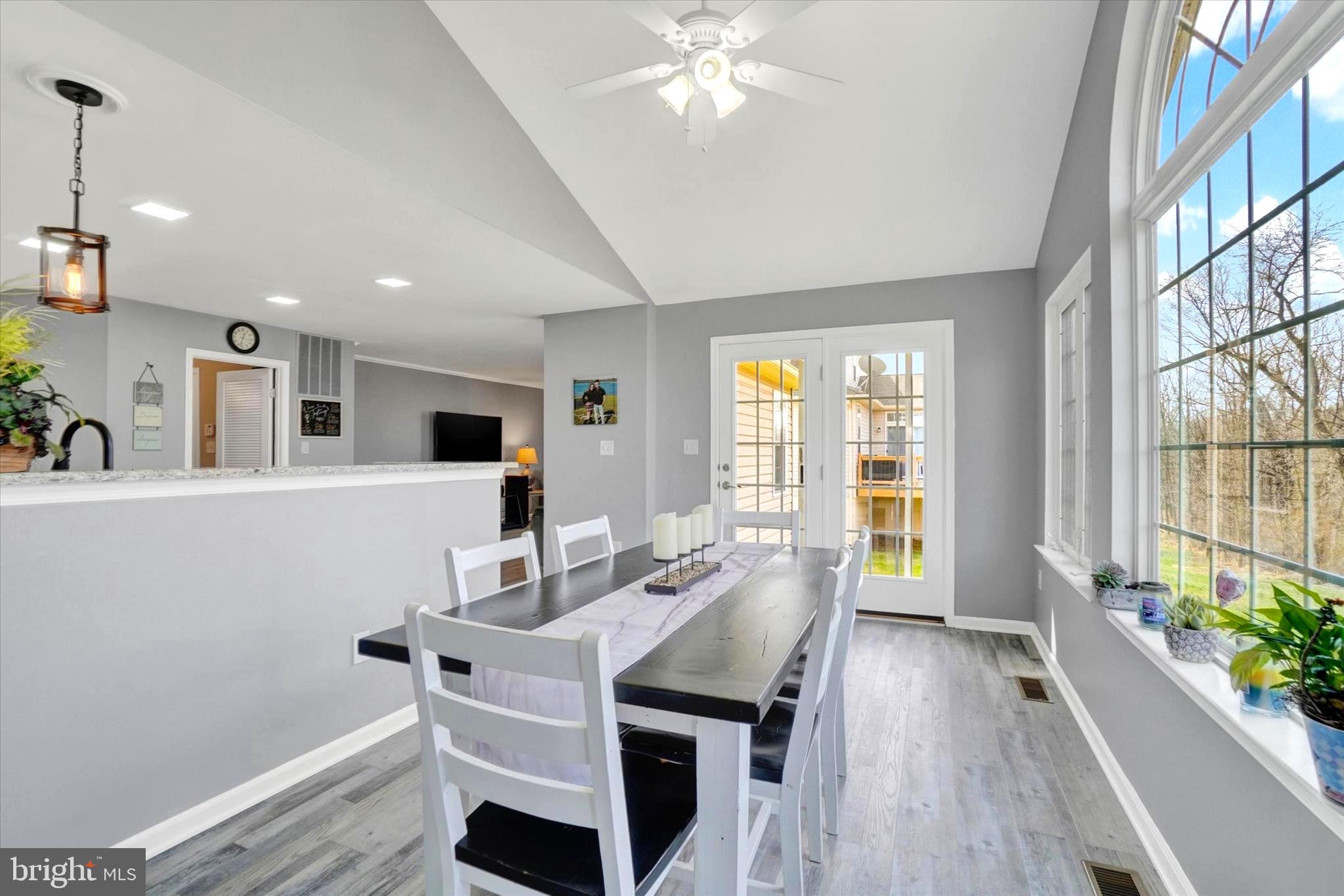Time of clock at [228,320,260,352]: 12:32
